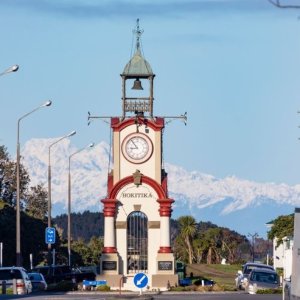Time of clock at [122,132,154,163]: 8:53
